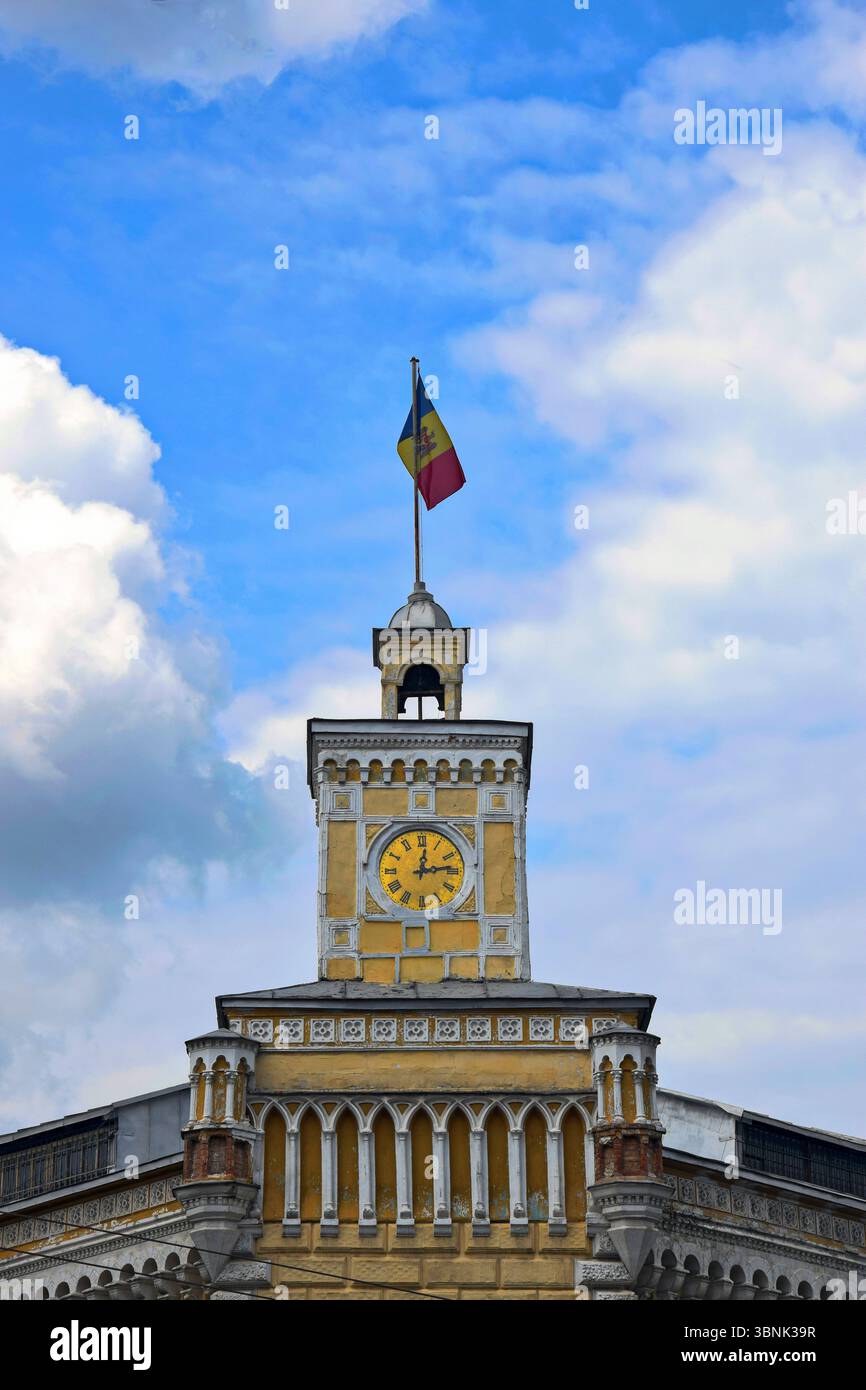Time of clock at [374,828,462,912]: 12:13
